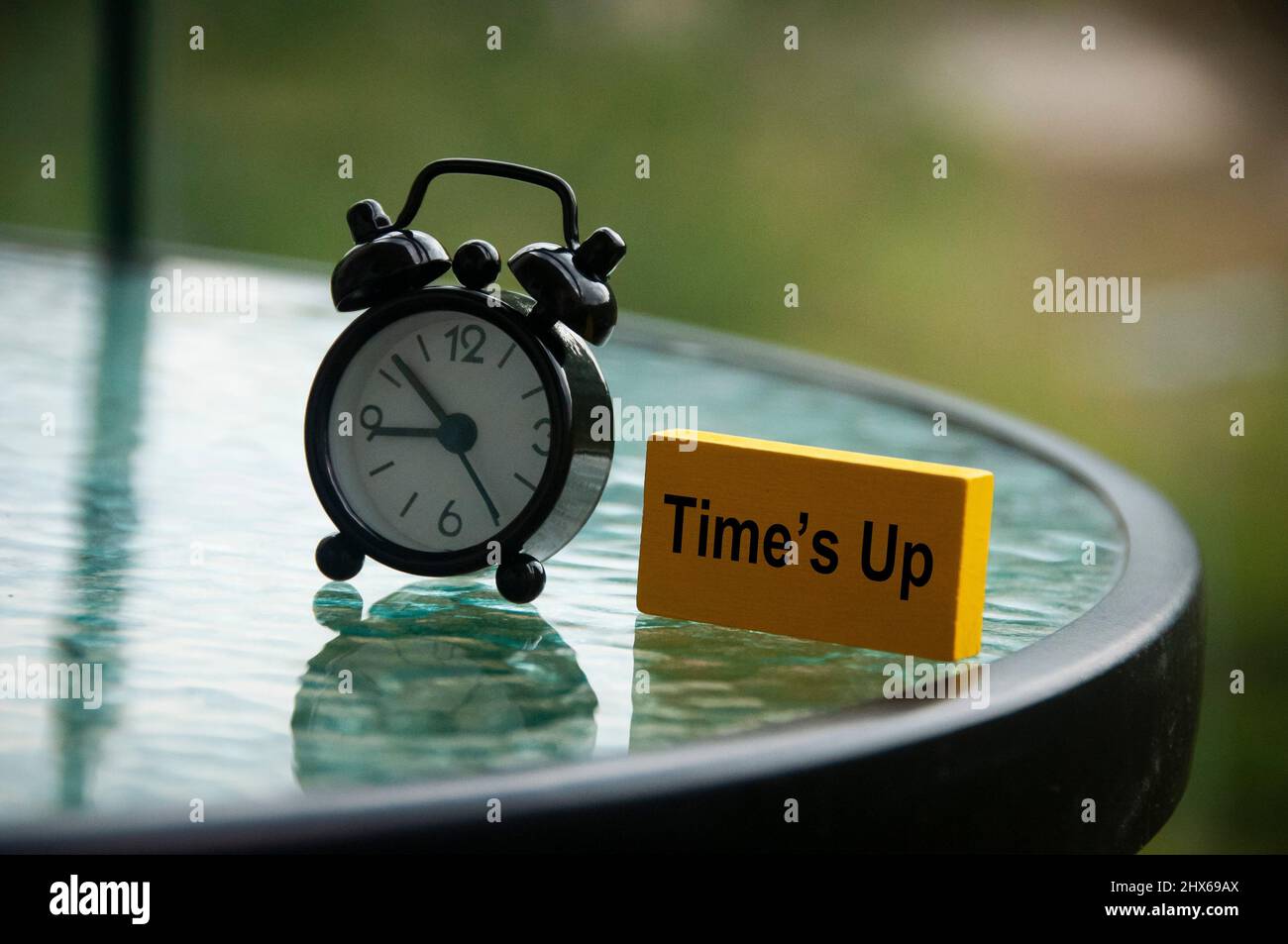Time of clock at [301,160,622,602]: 8:52
